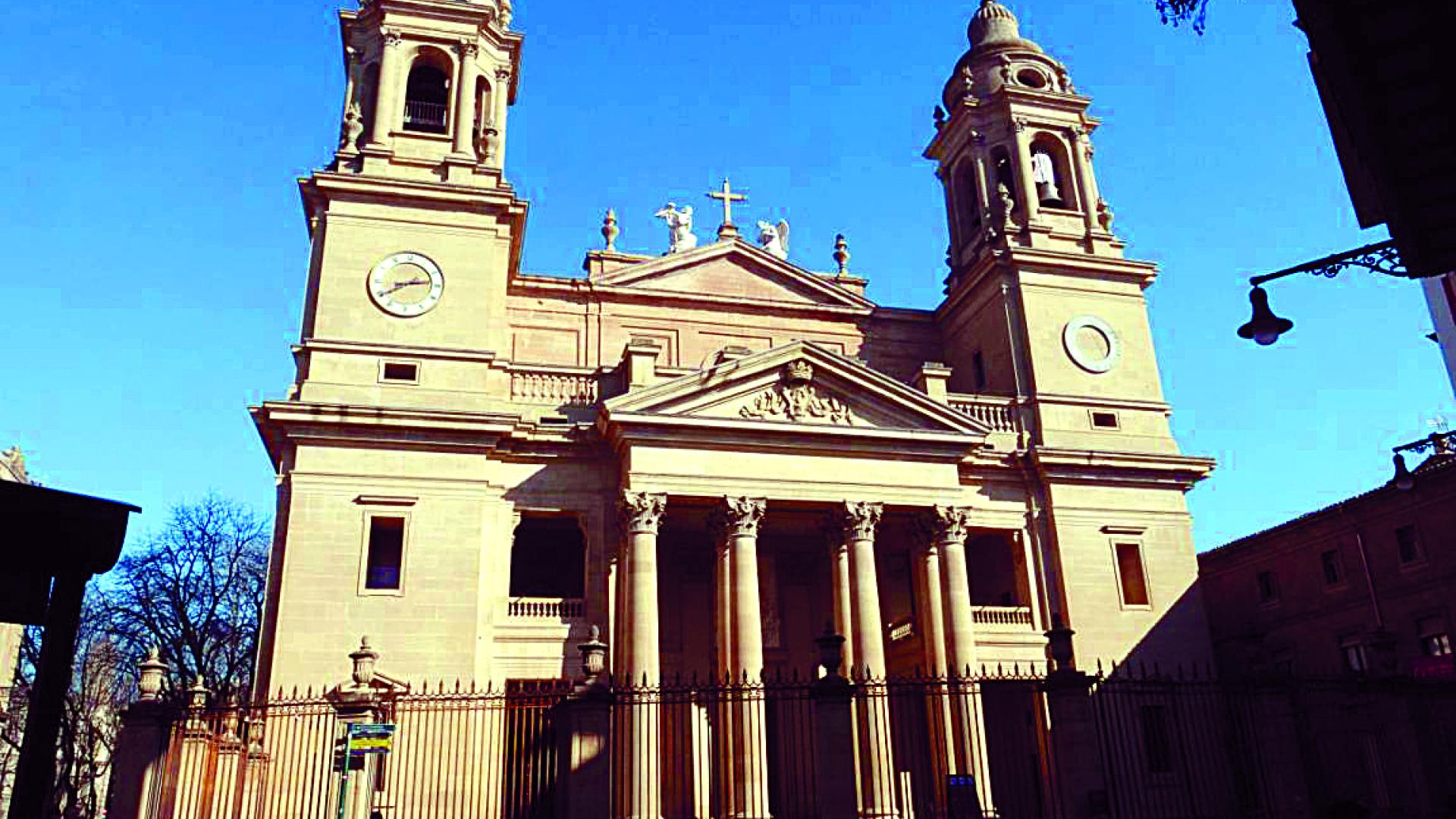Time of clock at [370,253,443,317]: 2:40
